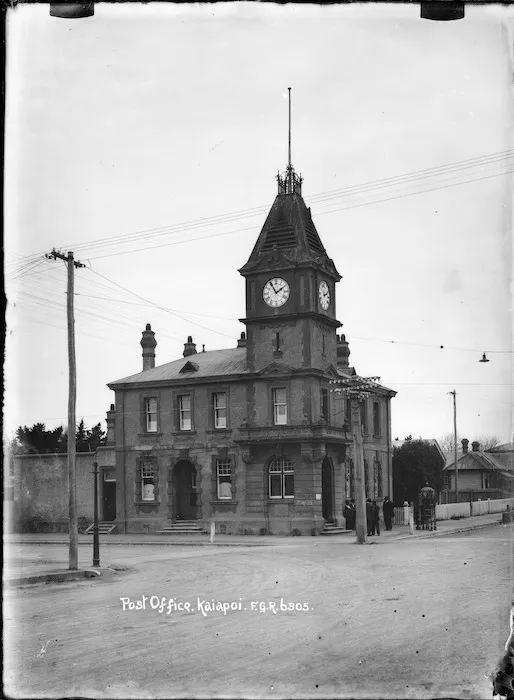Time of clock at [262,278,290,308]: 1:54
